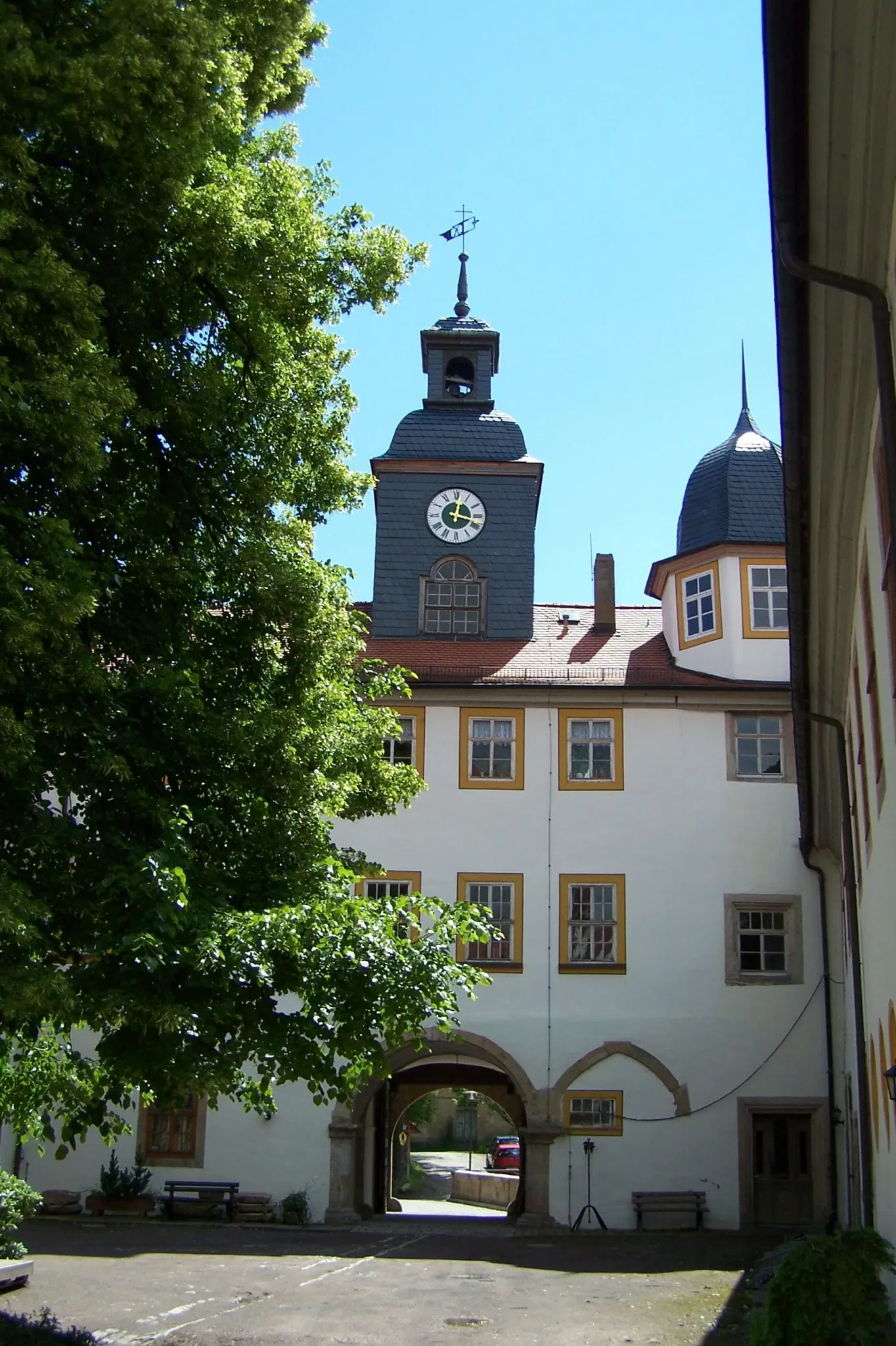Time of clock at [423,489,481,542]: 12:18
